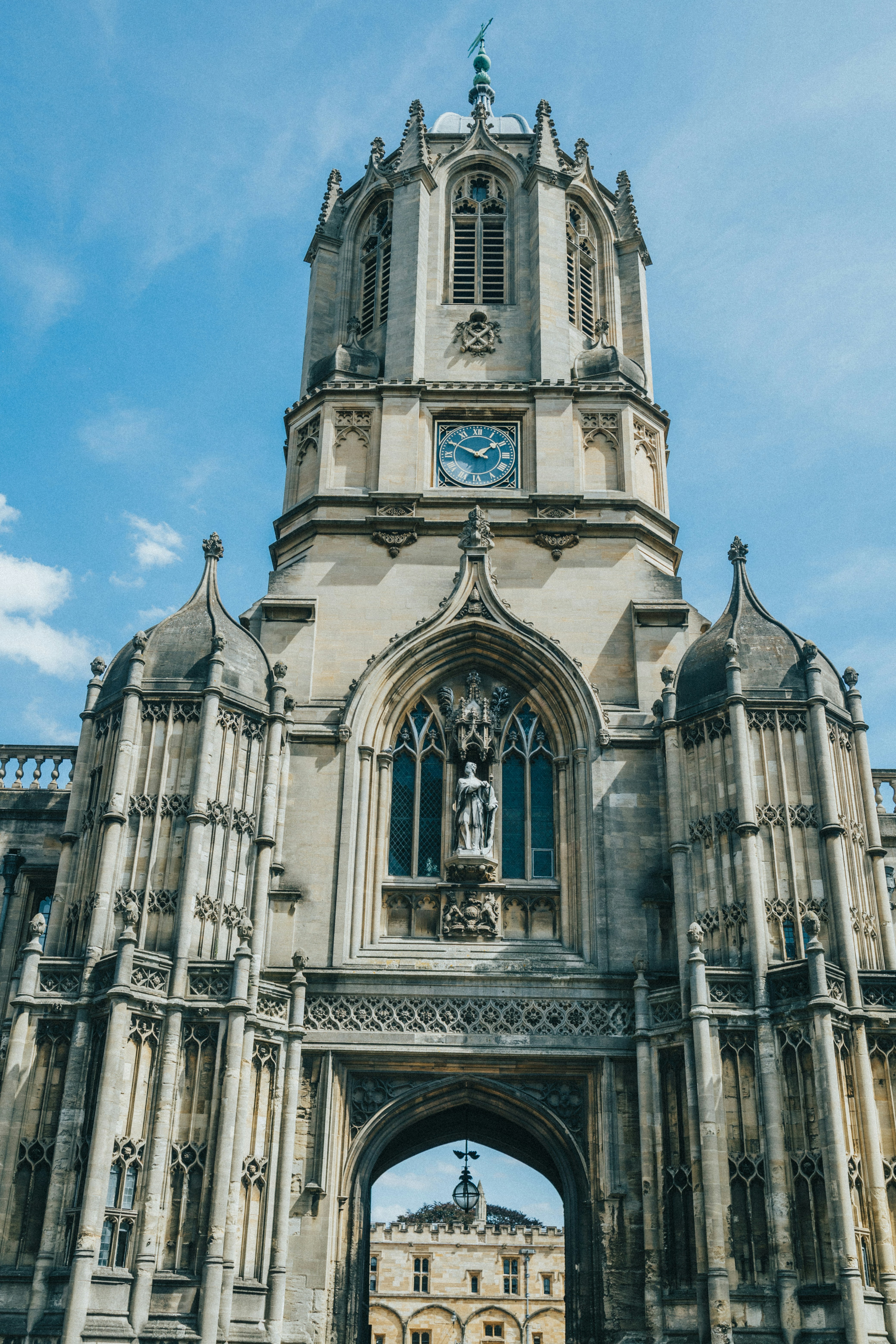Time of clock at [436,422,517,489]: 1:50
